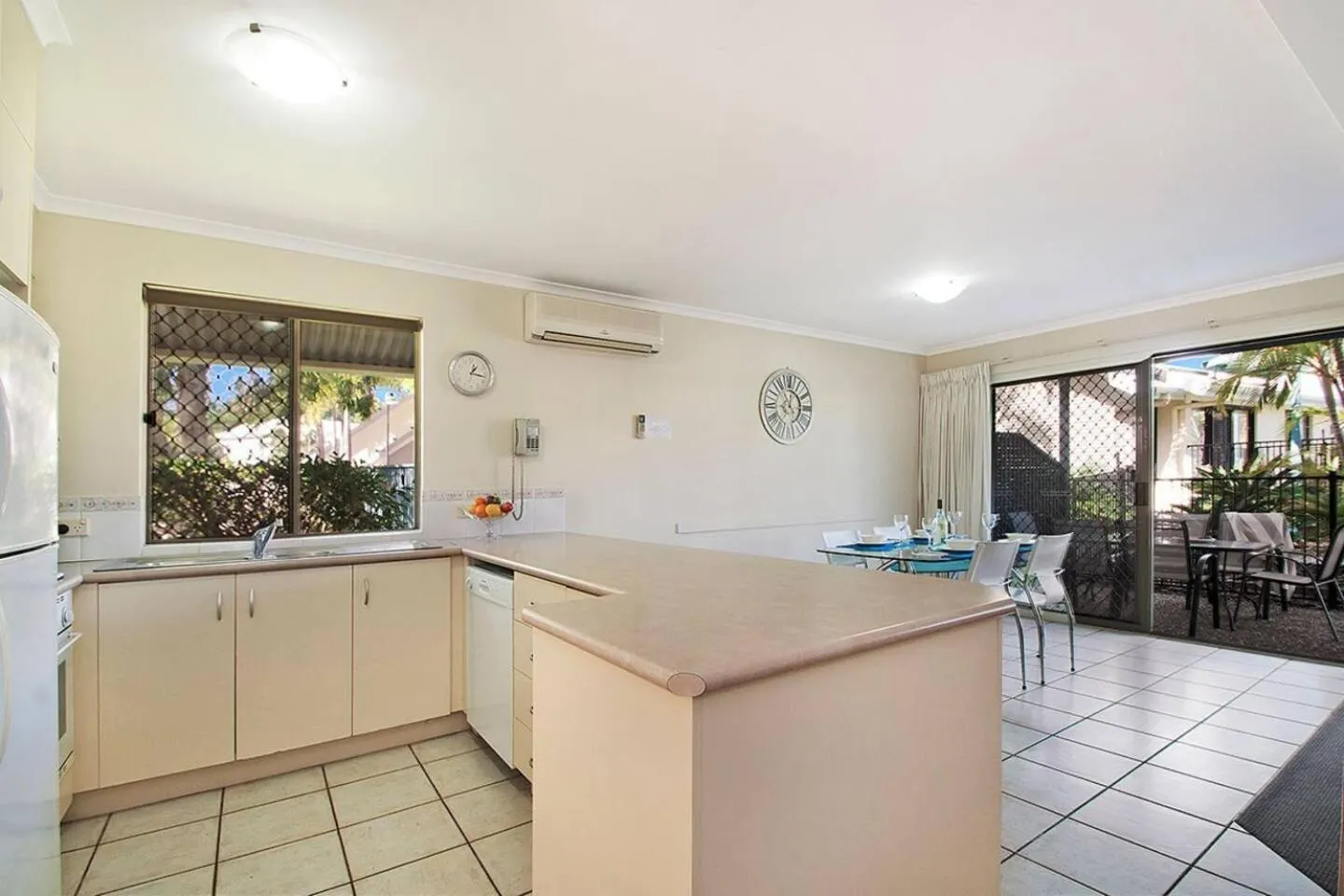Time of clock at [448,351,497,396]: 1:16
